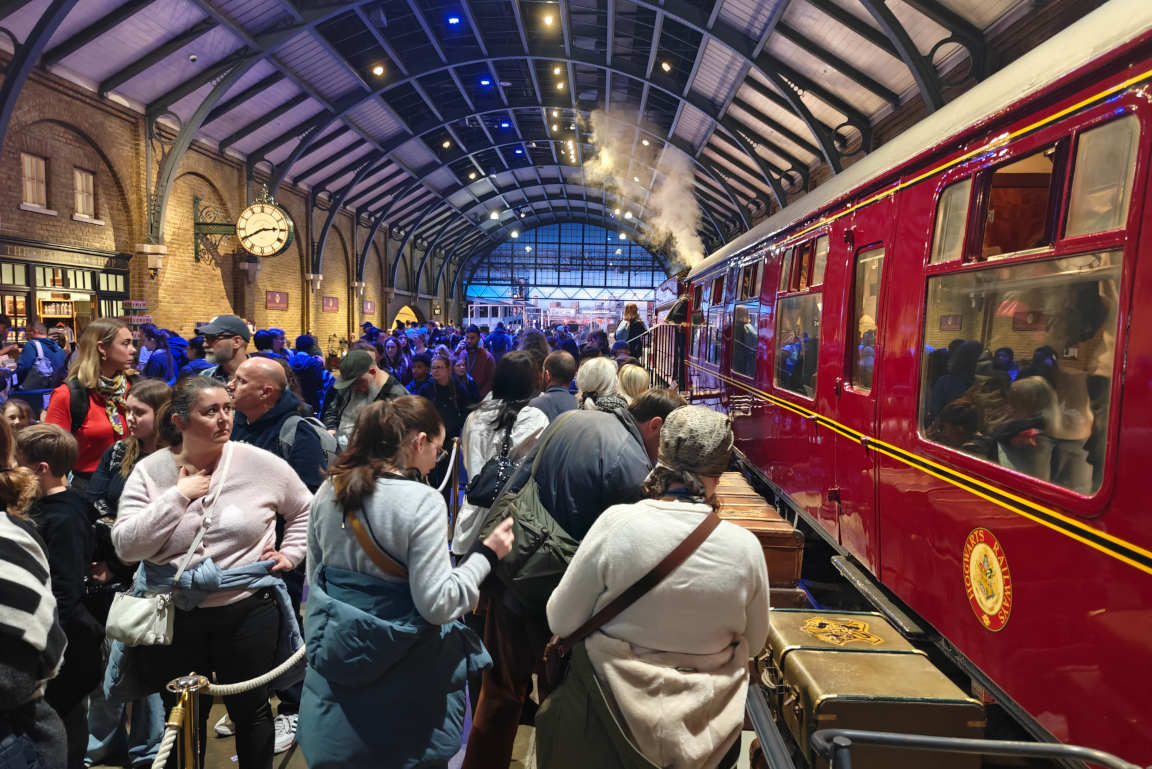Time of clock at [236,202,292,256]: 2:40
